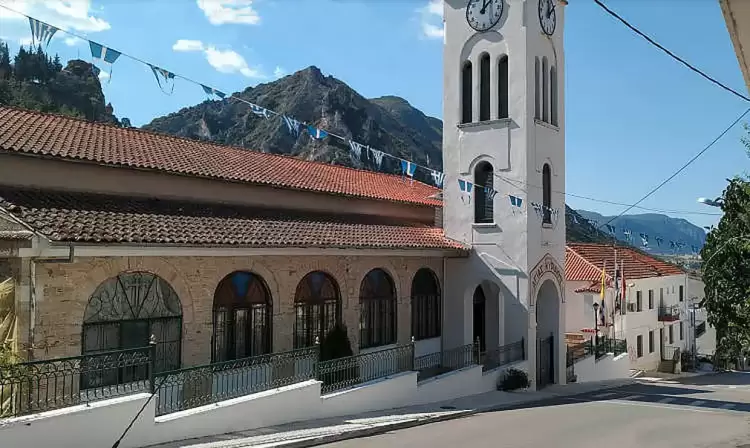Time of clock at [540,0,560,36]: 12:07
